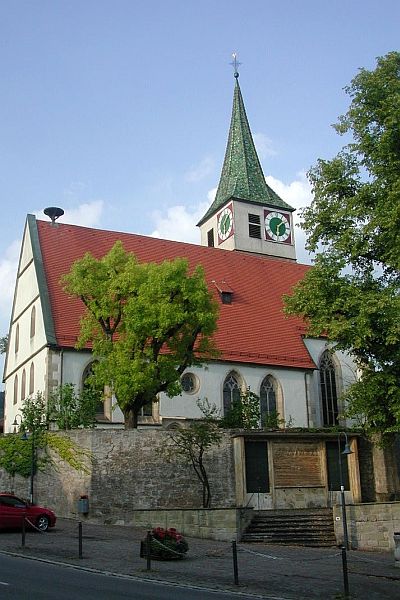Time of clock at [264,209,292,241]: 6:08
